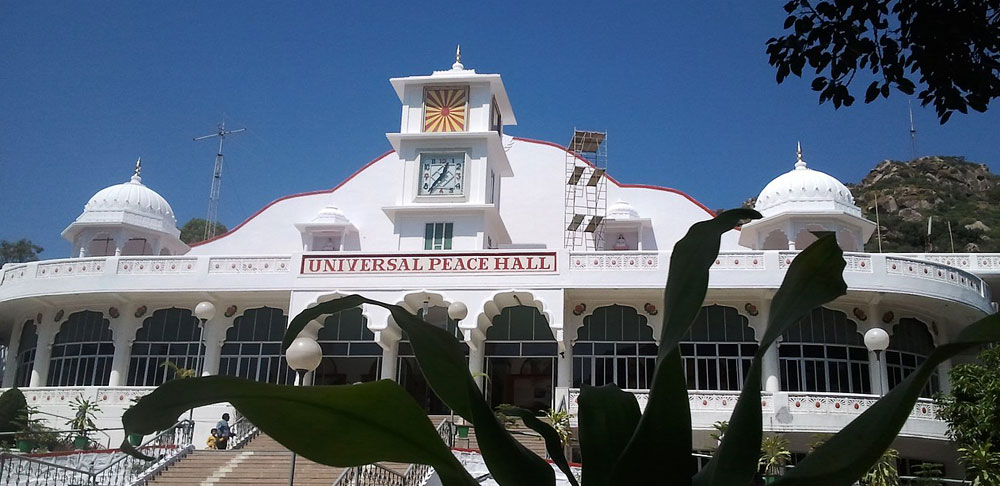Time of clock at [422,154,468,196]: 12:36
